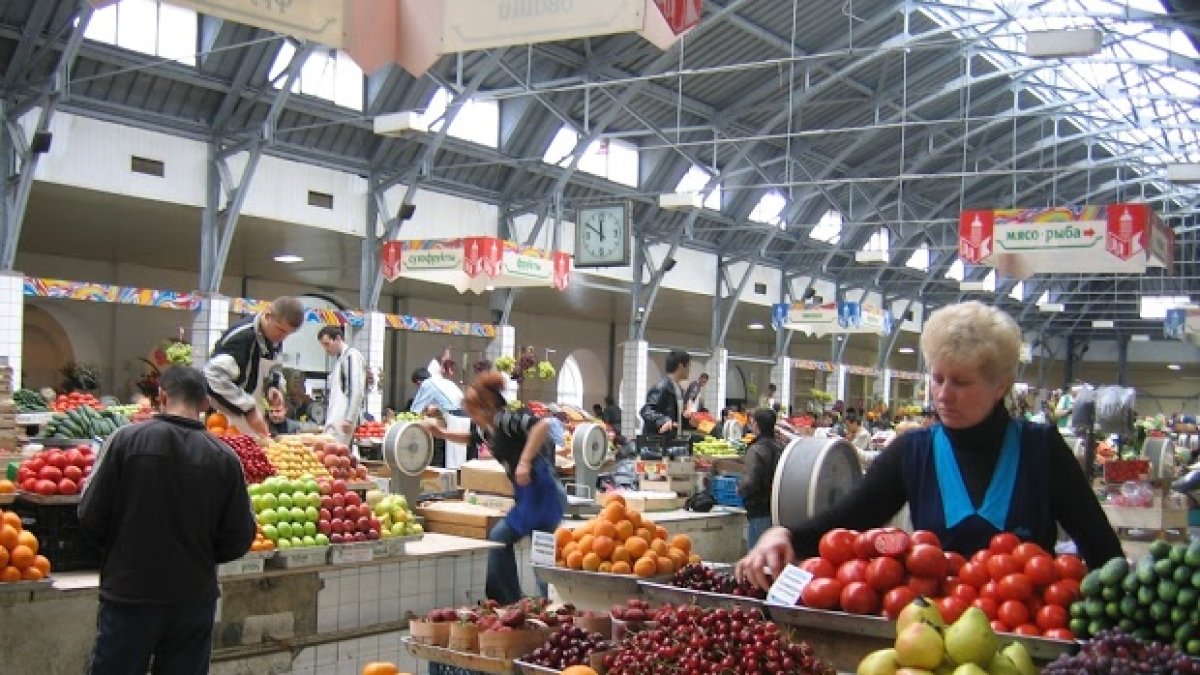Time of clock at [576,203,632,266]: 11:50
